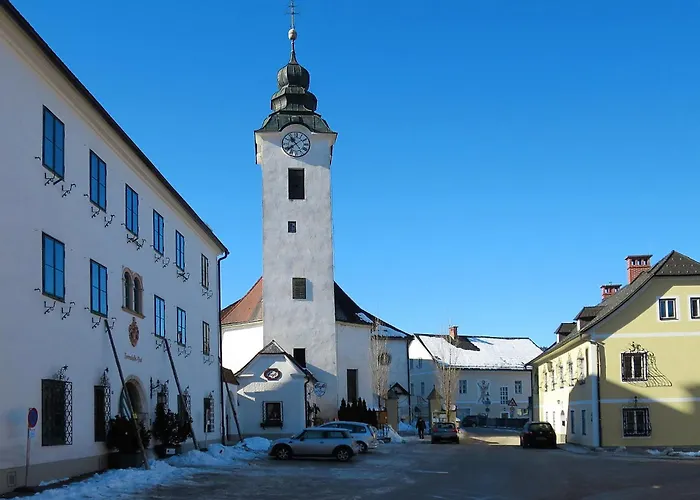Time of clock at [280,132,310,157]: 10:38
